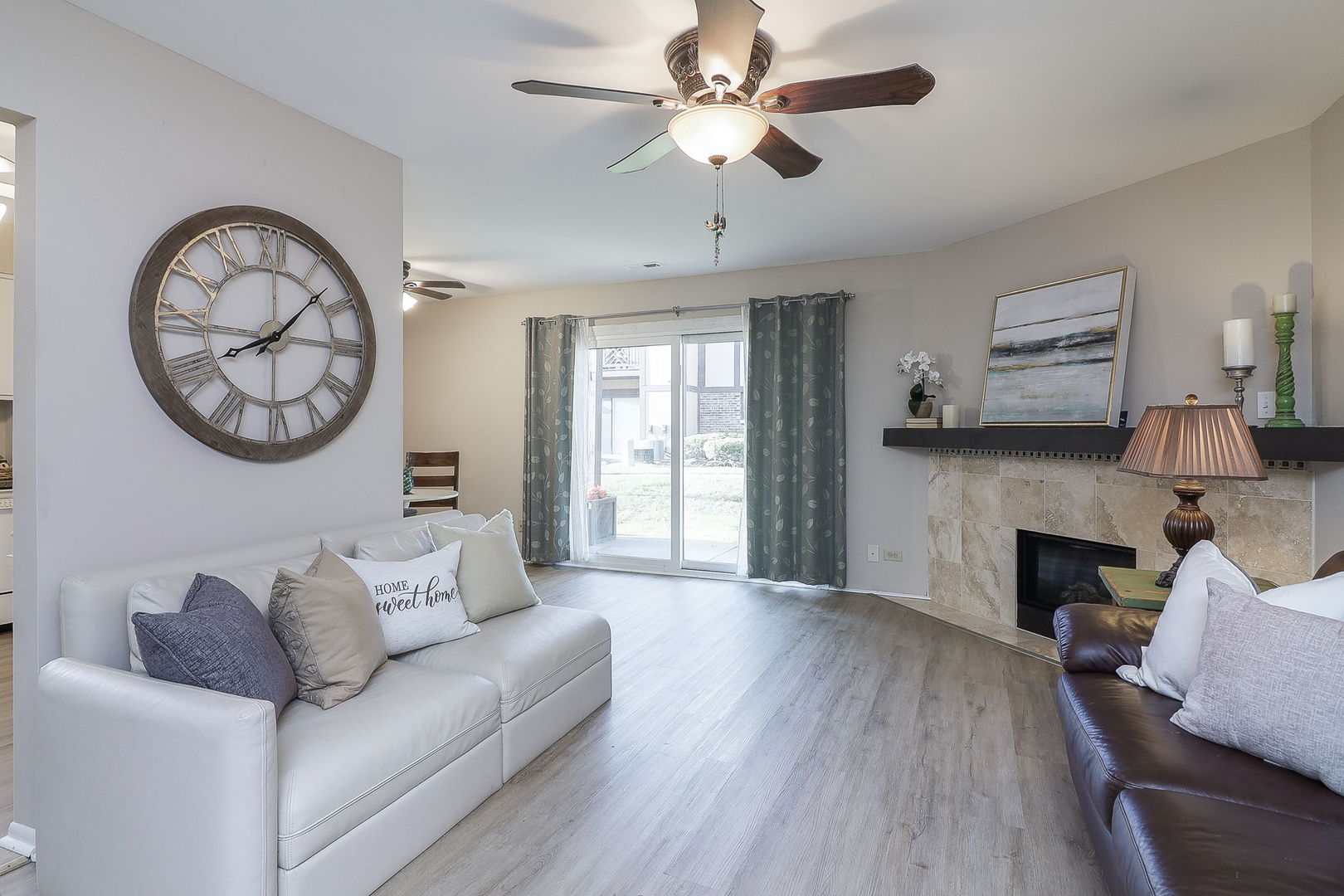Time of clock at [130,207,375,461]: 8:07
